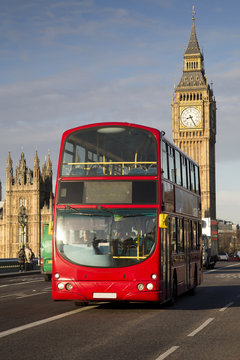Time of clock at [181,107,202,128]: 8:25
